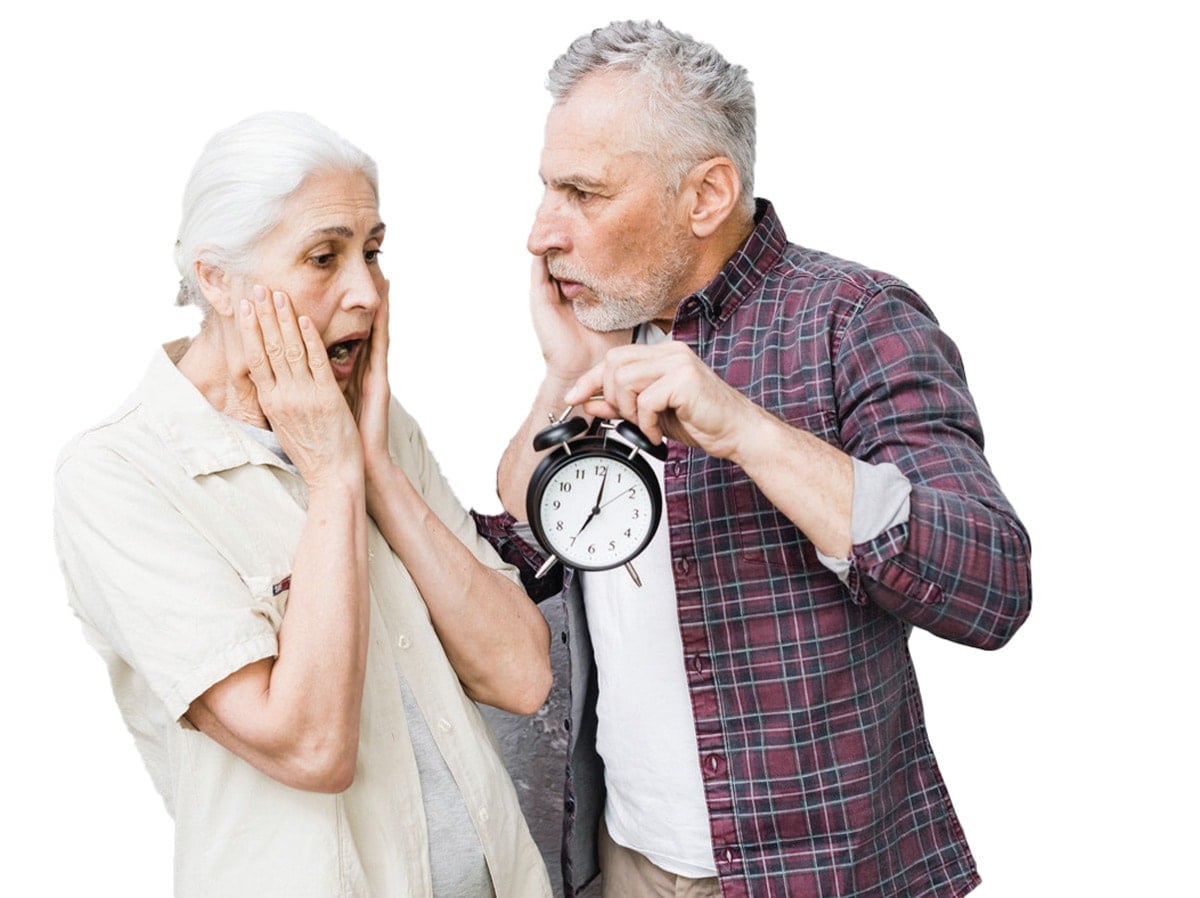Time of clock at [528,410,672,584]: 7:01
